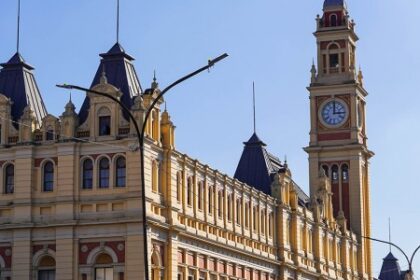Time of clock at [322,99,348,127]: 3:00
